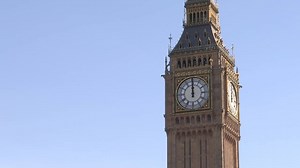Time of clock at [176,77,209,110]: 11:59
